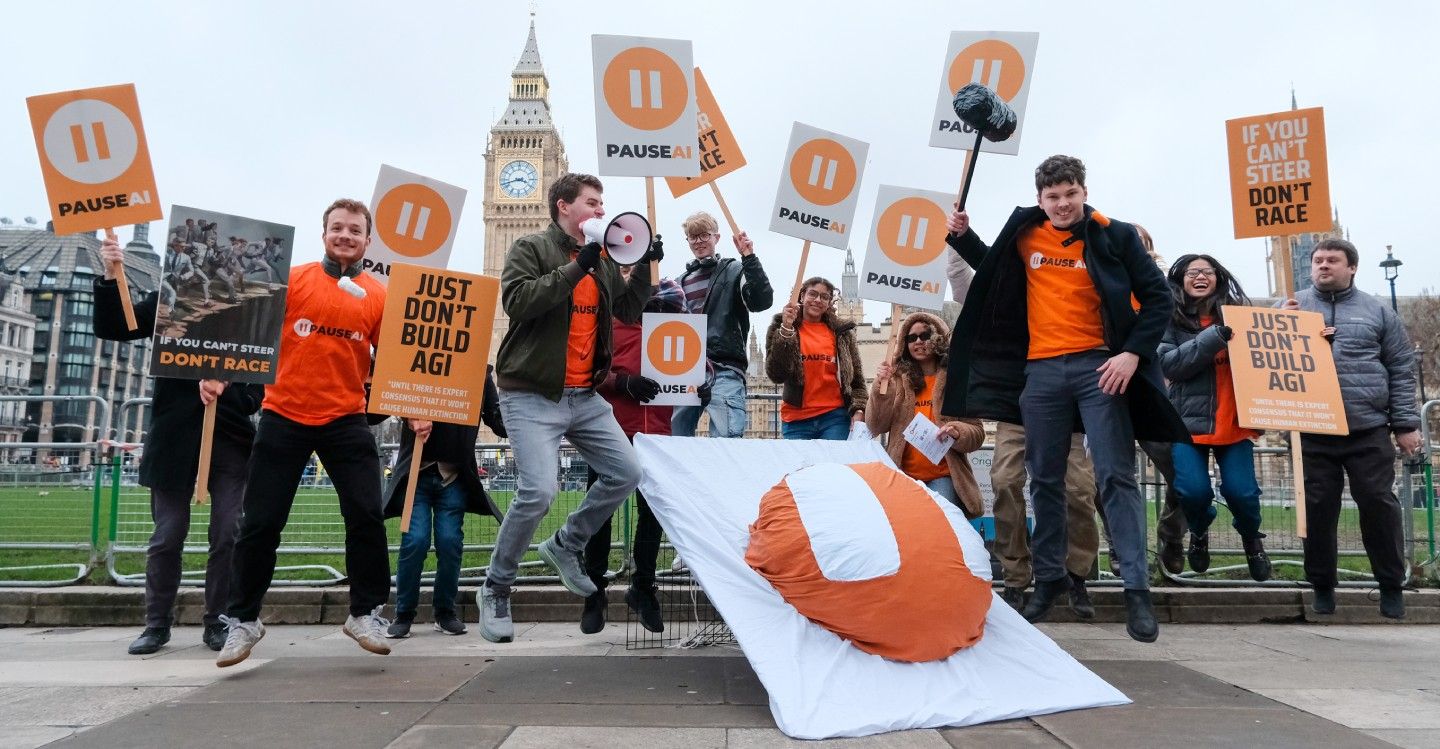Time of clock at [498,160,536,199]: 3:42
